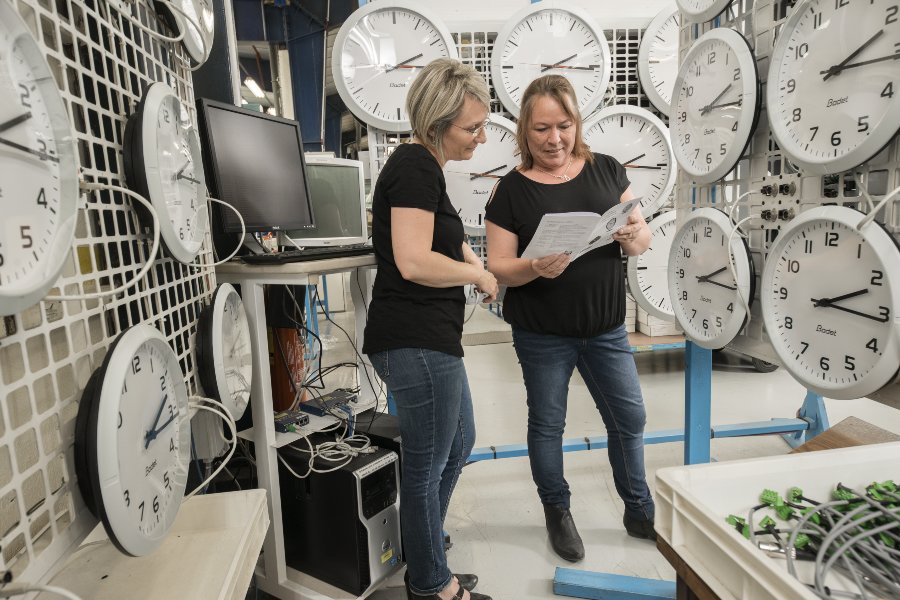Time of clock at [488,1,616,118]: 2:15
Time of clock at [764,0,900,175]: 2:16
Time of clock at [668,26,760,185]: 2:15
